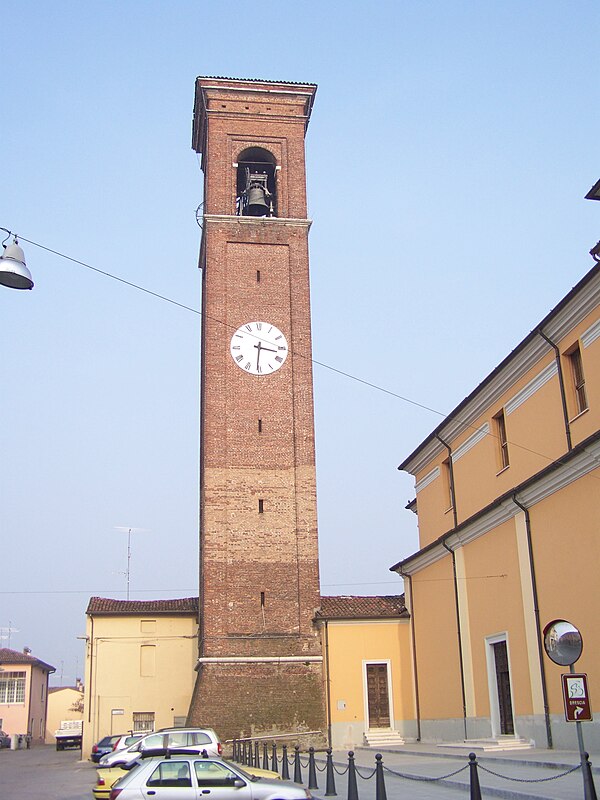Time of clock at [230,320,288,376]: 3:30
